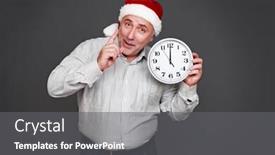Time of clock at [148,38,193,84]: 12:00
